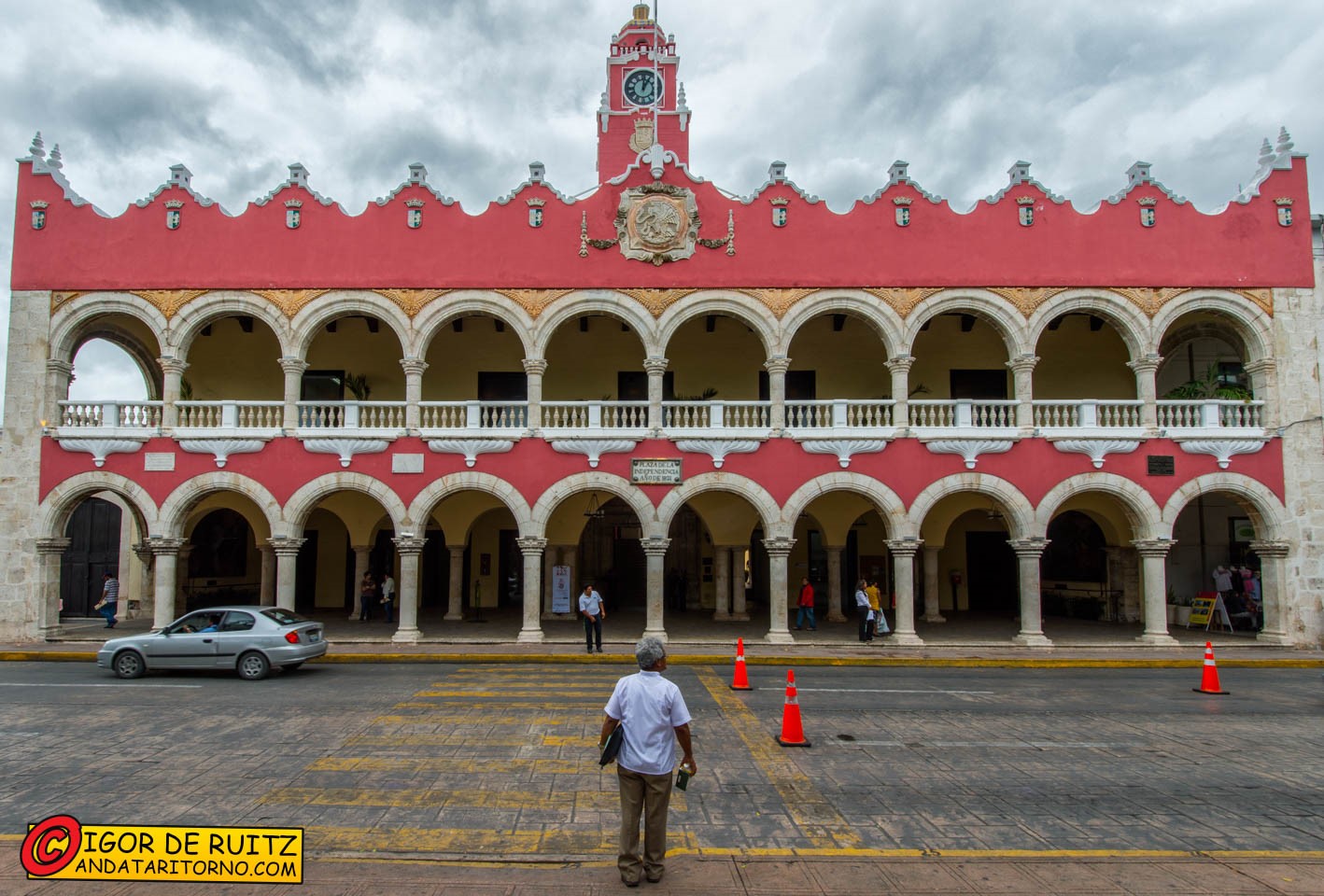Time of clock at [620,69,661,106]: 12:05
